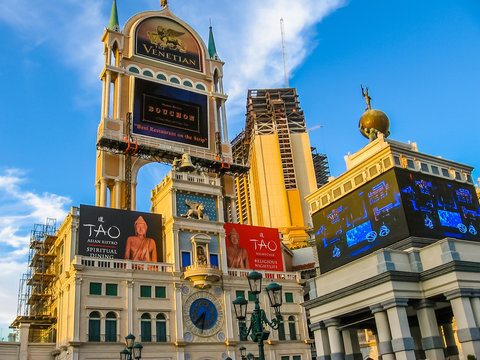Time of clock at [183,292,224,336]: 7:32
